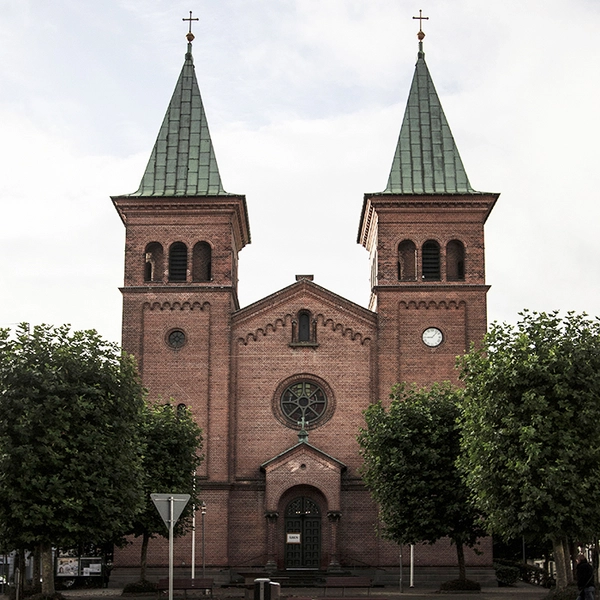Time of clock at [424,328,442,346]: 9:07
